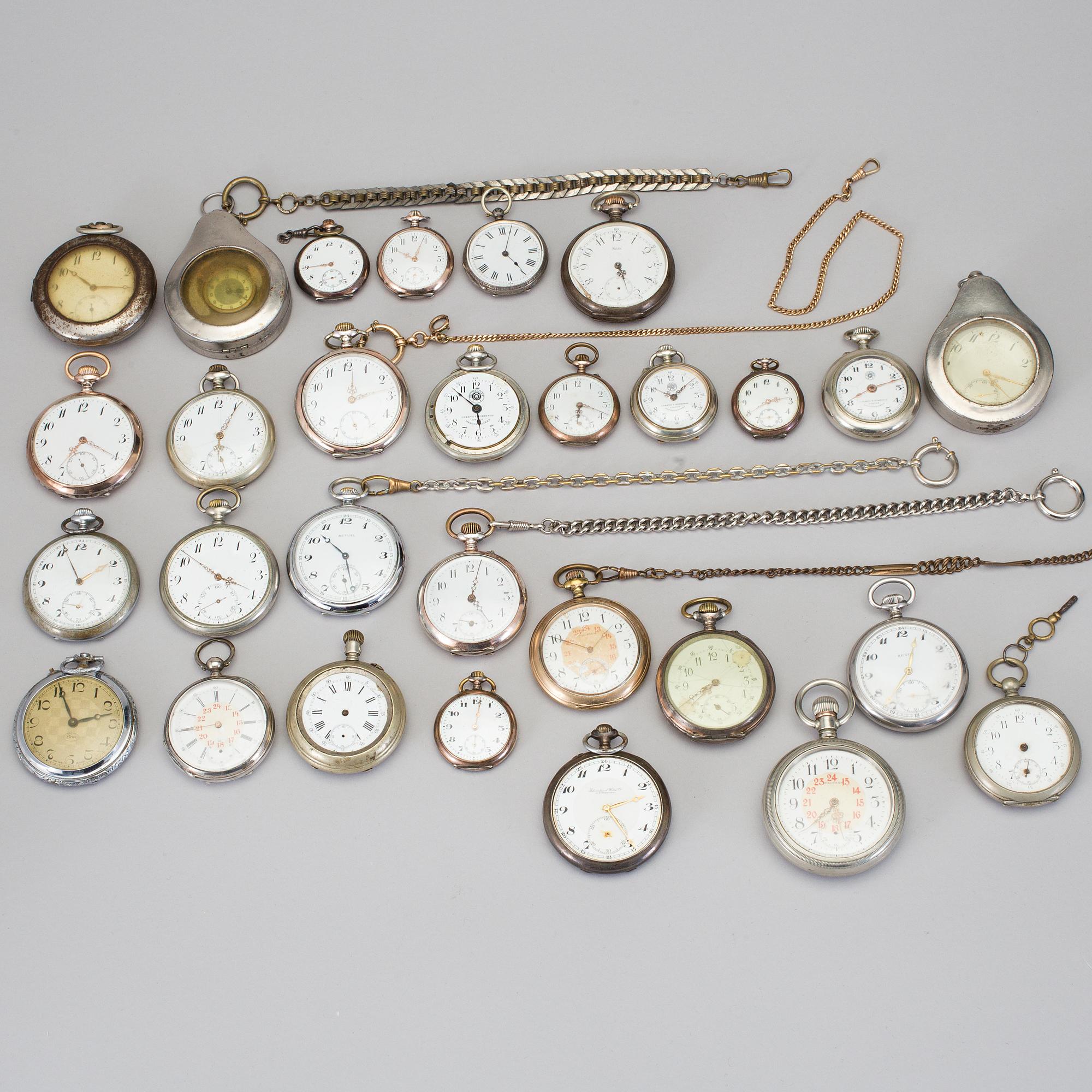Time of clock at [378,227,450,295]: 10:03
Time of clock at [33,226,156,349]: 10:15
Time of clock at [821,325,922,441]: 8:11
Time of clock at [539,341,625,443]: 6:18
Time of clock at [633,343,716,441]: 10:08
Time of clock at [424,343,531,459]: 5:52
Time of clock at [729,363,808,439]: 2:39
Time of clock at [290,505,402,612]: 10:28
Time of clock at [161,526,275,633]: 3:51
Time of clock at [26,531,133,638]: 1:56
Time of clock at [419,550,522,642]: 5:02
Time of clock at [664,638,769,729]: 7:40
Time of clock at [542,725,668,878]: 2:24
